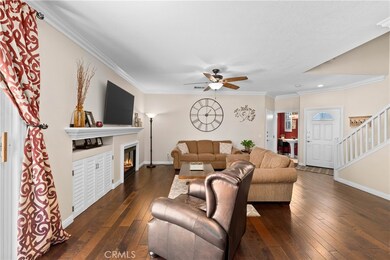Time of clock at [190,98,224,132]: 1:14
